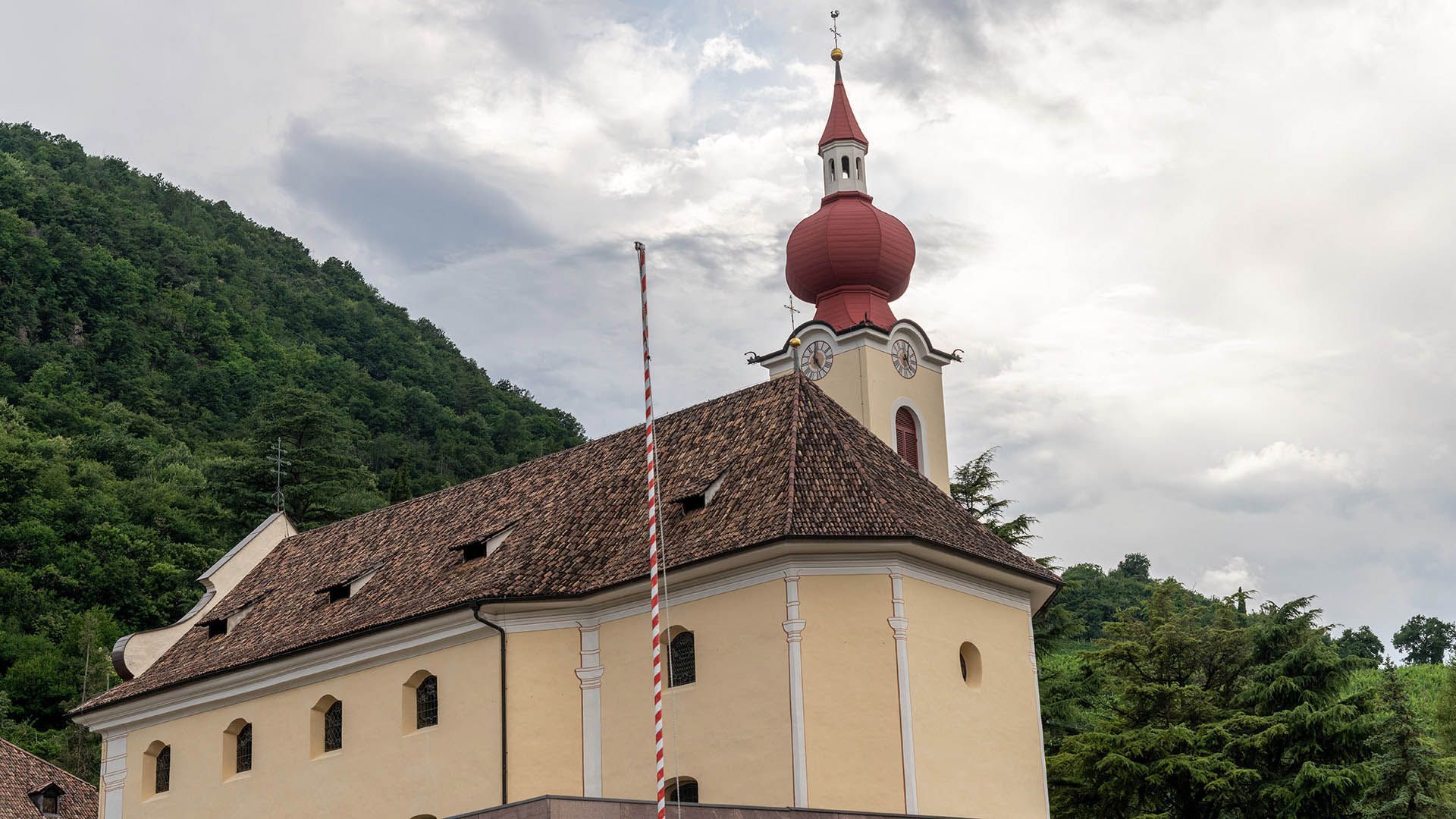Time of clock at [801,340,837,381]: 5:00
